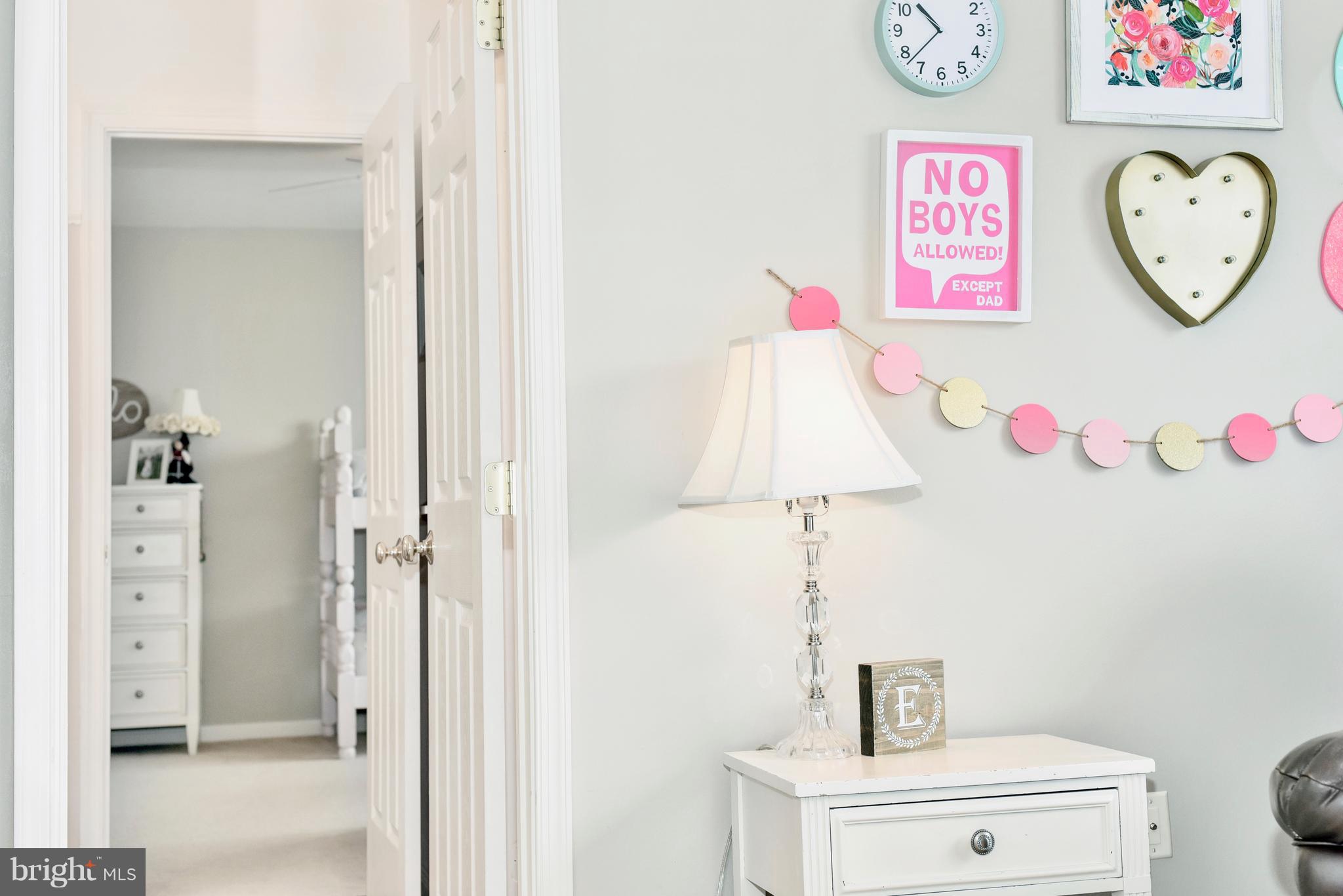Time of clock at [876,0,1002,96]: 10:37
